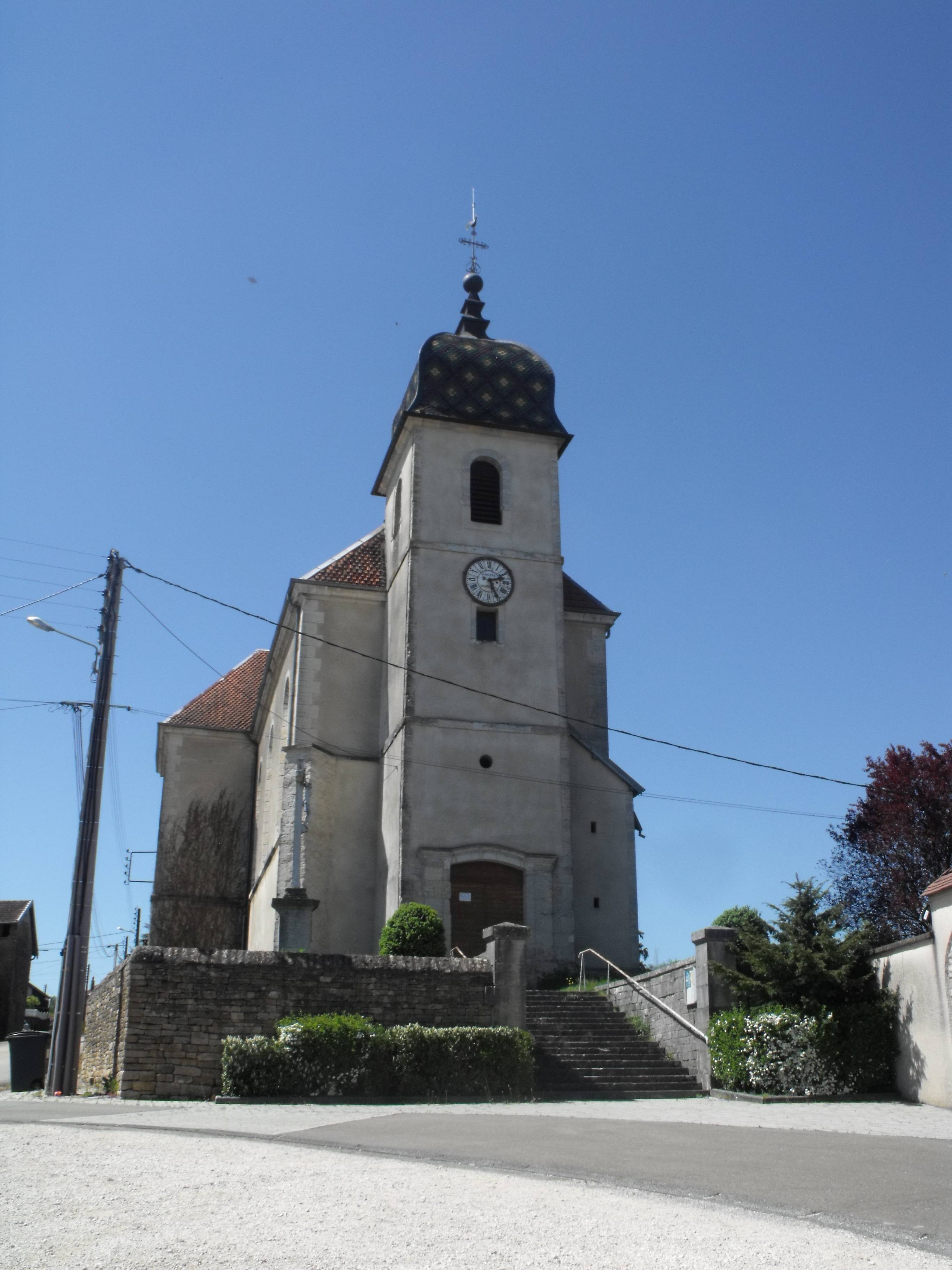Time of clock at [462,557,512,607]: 2:25
